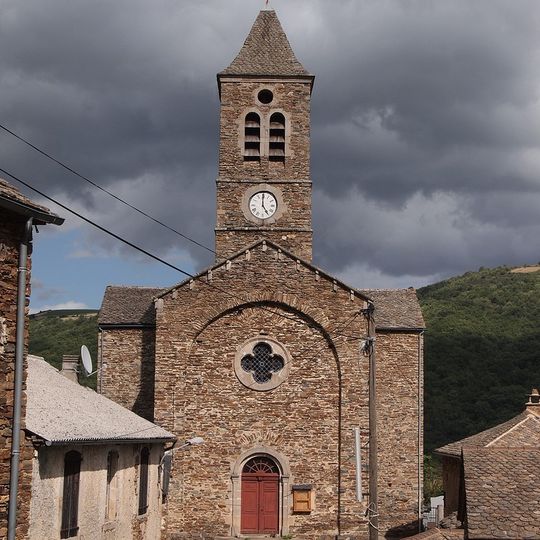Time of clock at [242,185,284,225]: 4:59
